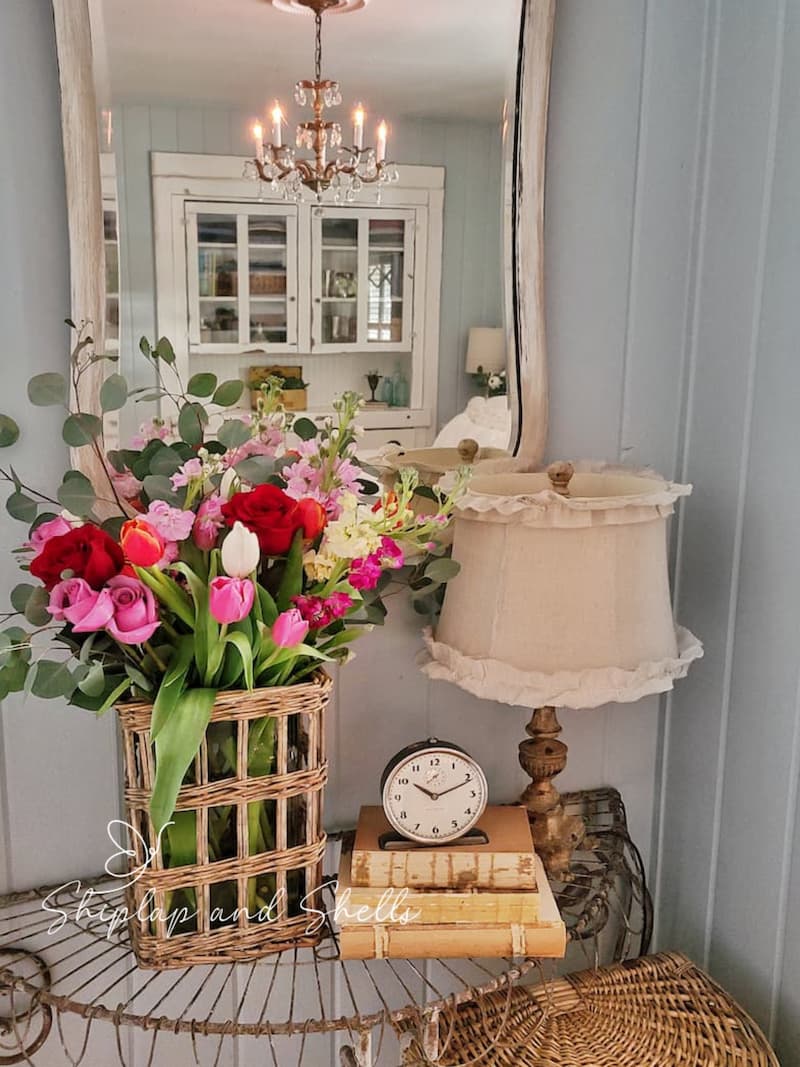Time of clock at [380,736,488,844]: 10:11
